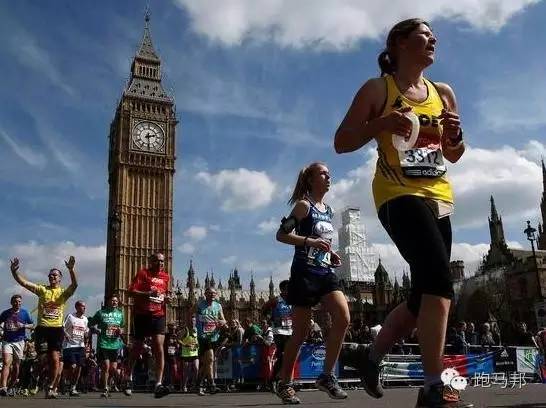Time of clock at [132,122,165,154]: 2:29
